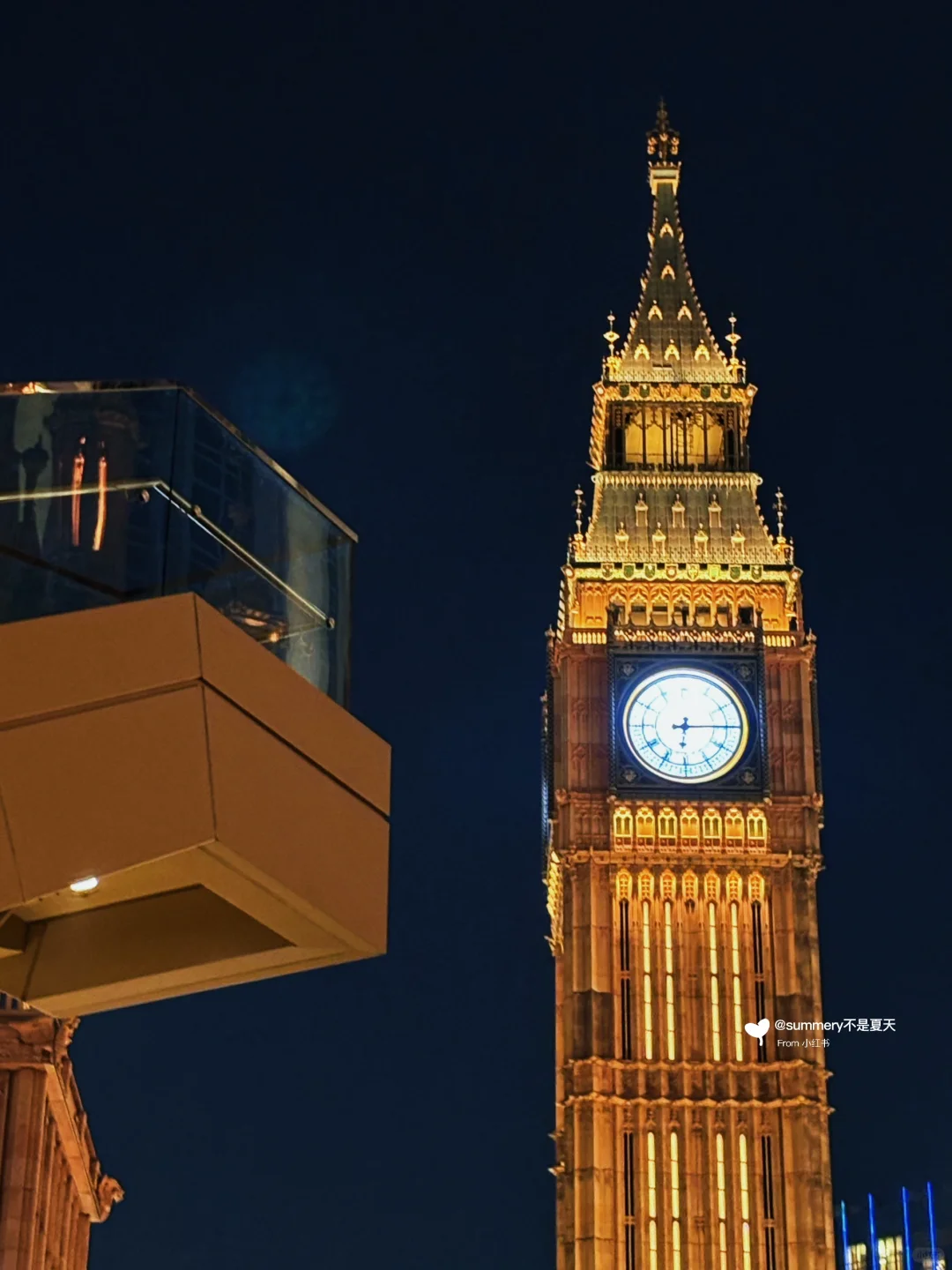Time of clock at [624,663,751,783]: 6:14
